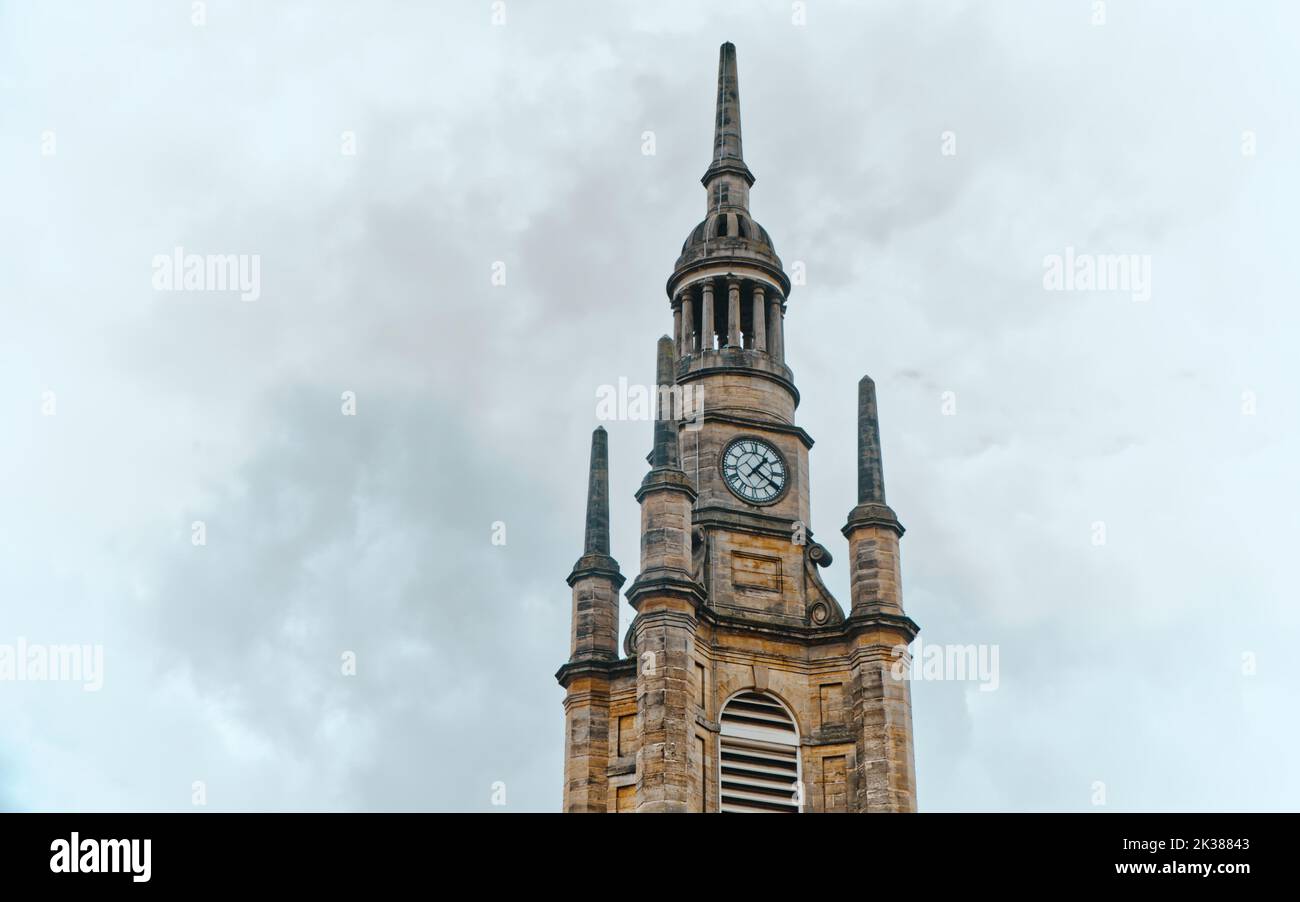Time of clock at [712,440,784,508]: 1:20
